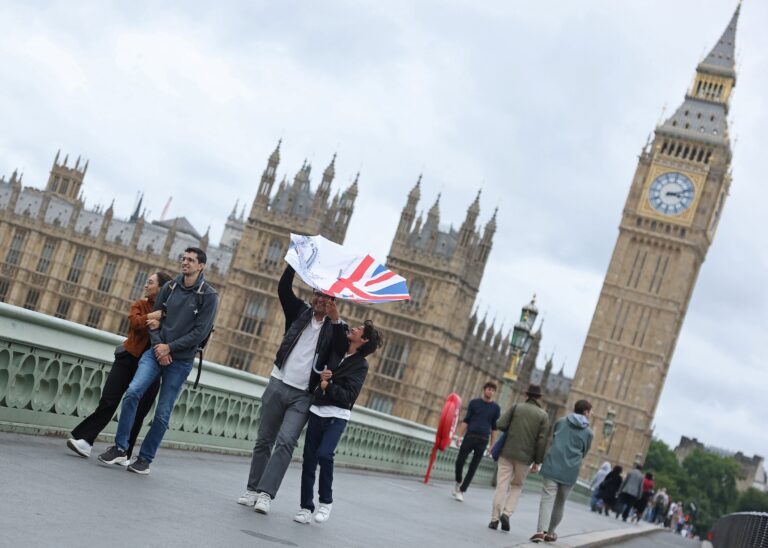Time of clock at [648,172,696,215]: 3:11
